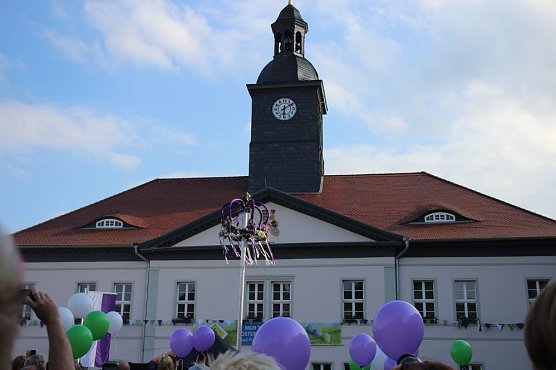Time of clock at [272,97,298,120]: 6:09
